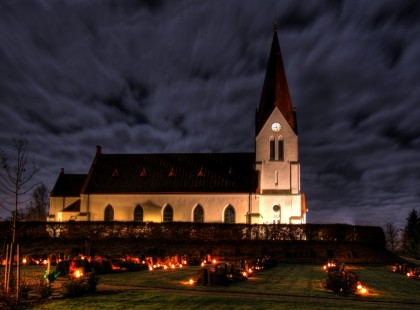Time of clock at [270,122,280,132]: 8:27
